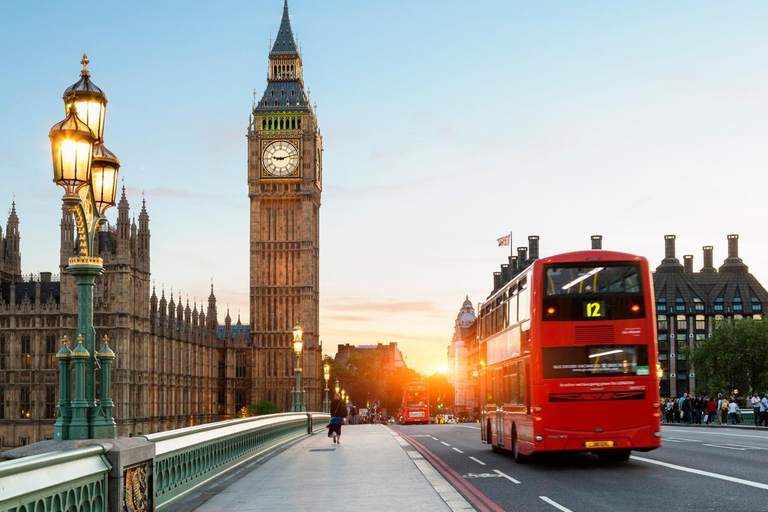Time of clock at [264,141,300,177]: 9:12
